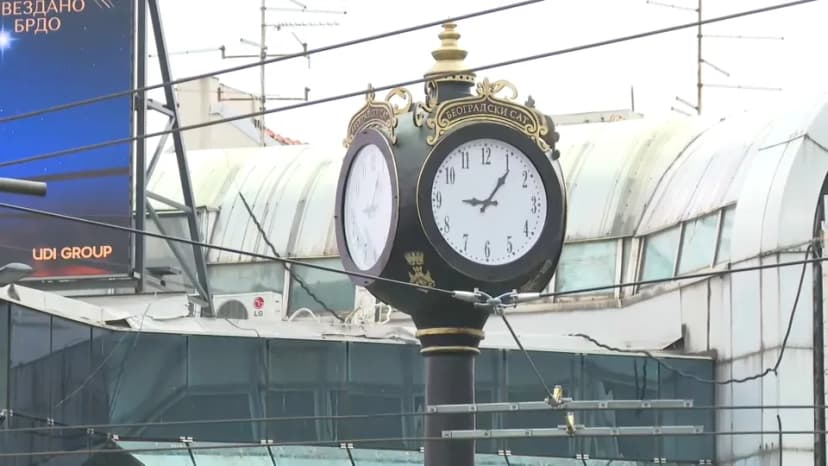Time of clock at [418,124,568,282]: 9:06
